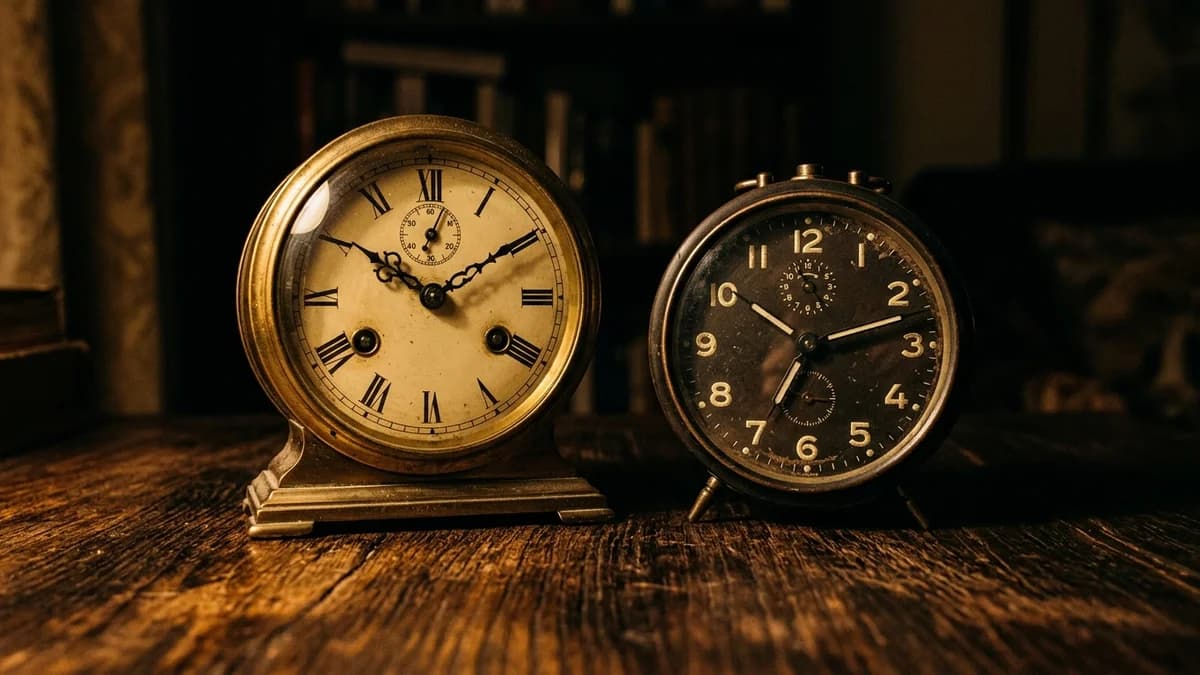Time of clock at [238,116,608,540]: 10:09
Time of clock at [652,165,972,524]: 10:12
